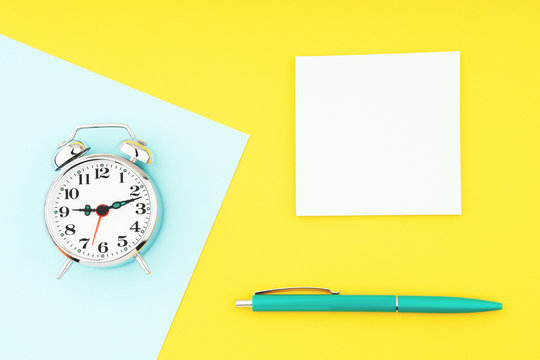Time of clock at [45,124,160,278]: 9:12
